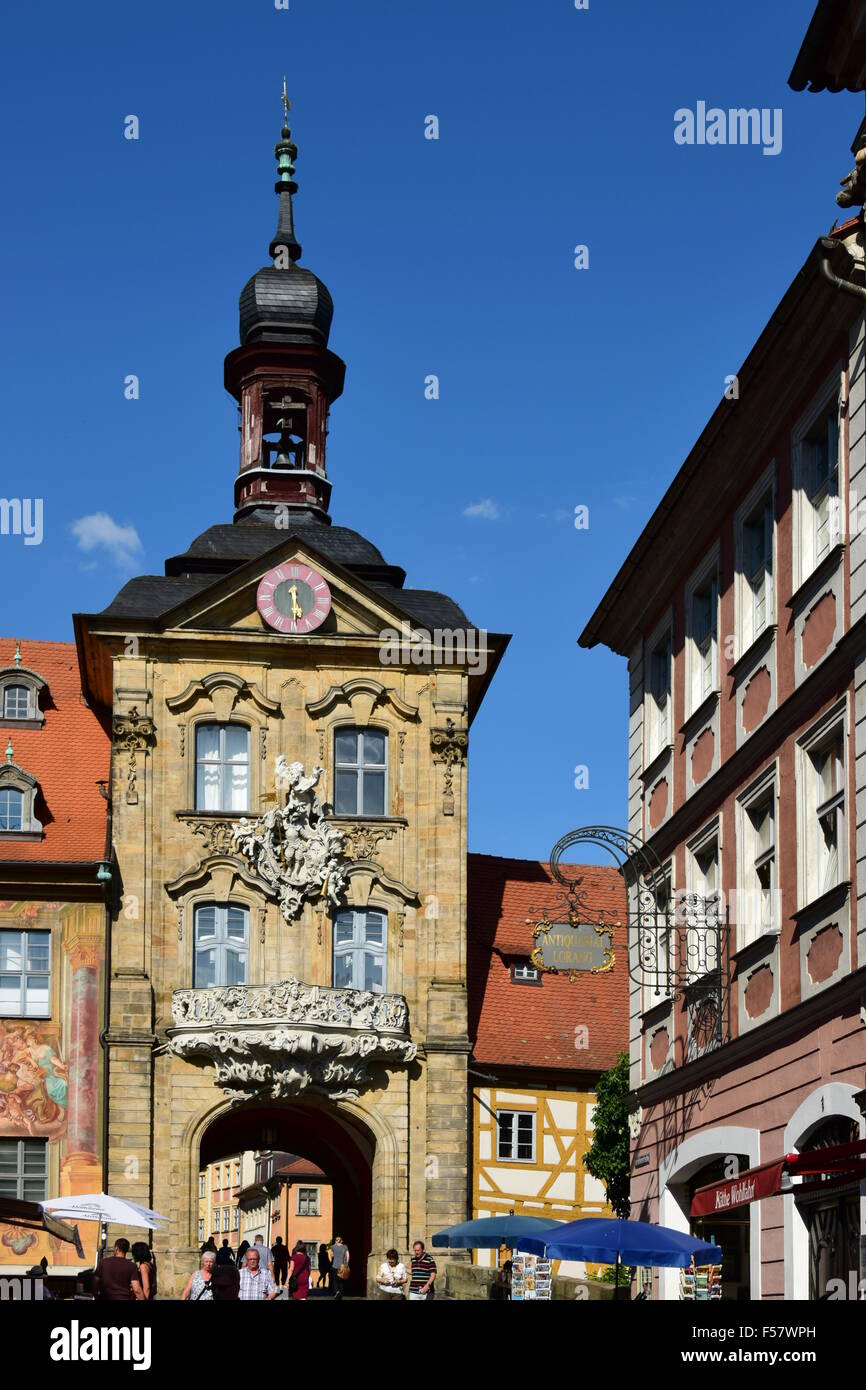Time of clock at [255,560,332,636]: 5:29
